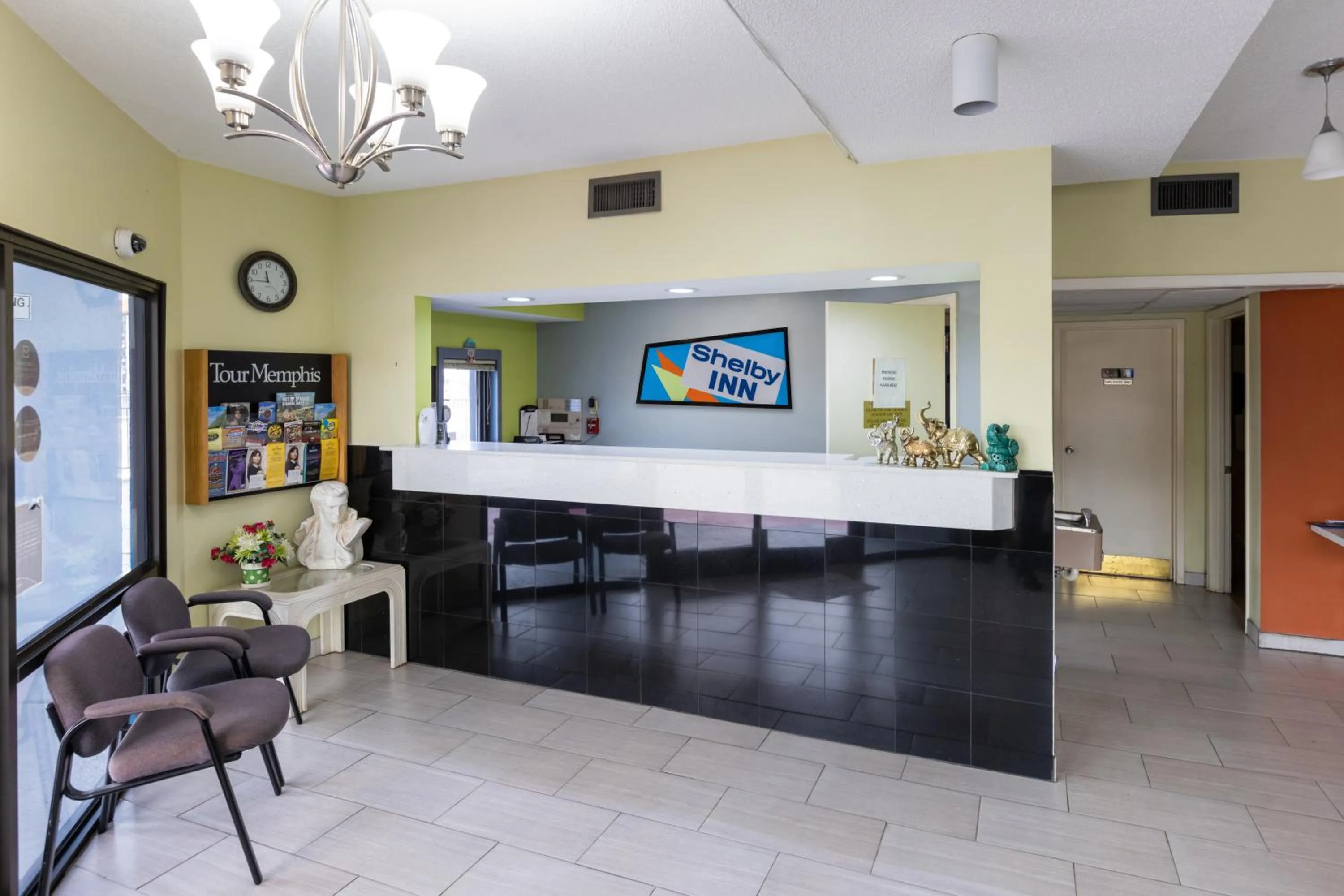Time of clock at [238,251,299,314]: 11:44
